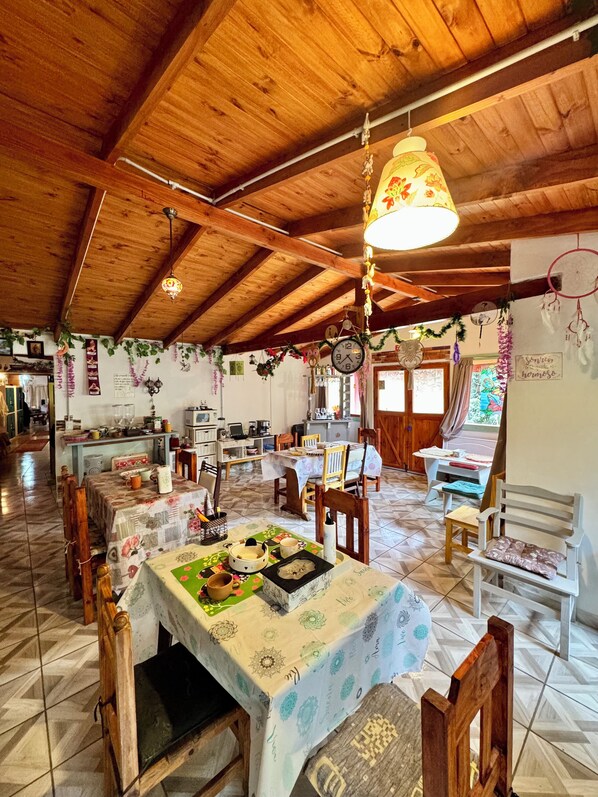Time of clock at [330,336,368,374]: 4:38
